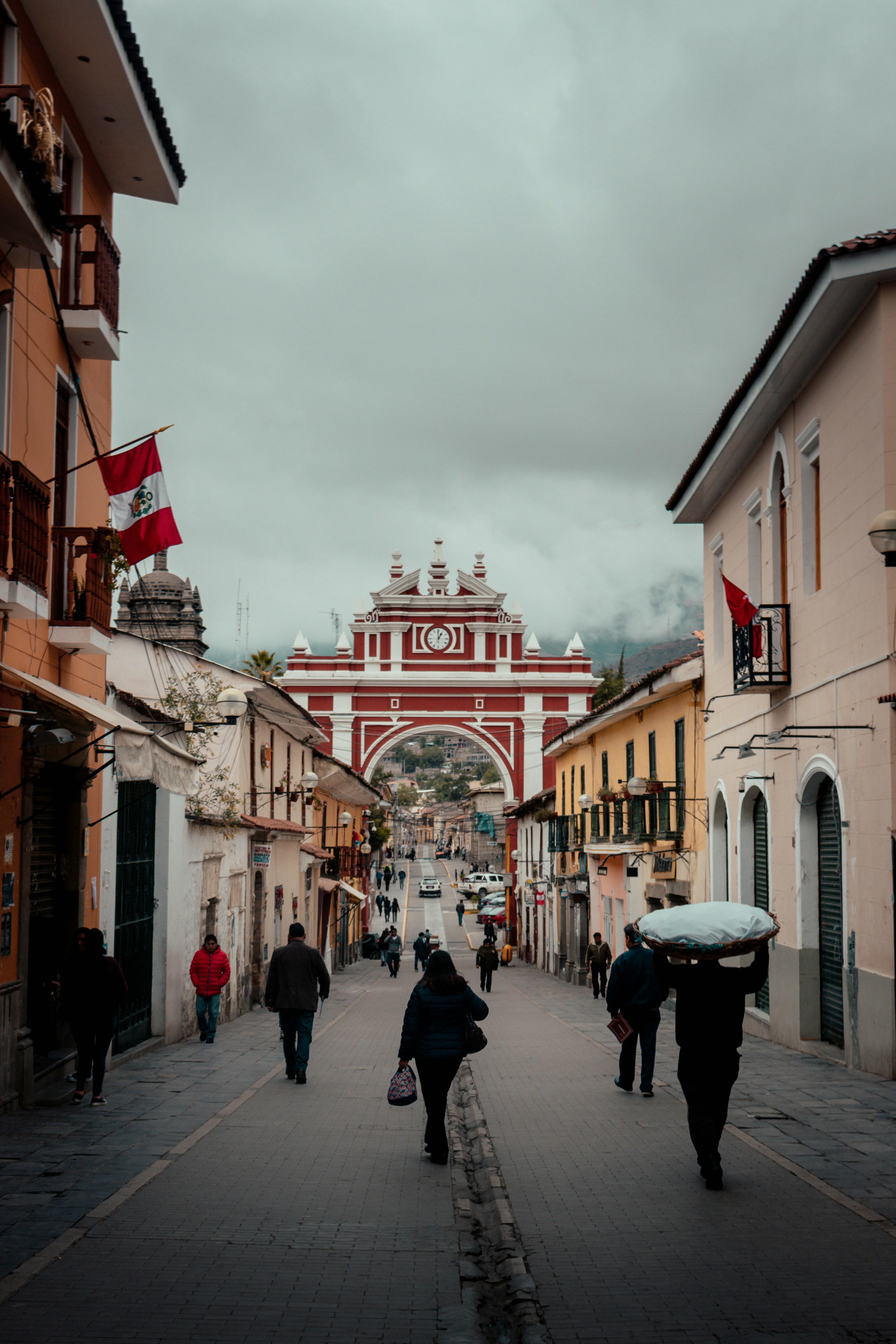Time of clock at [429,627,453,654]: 12:59
